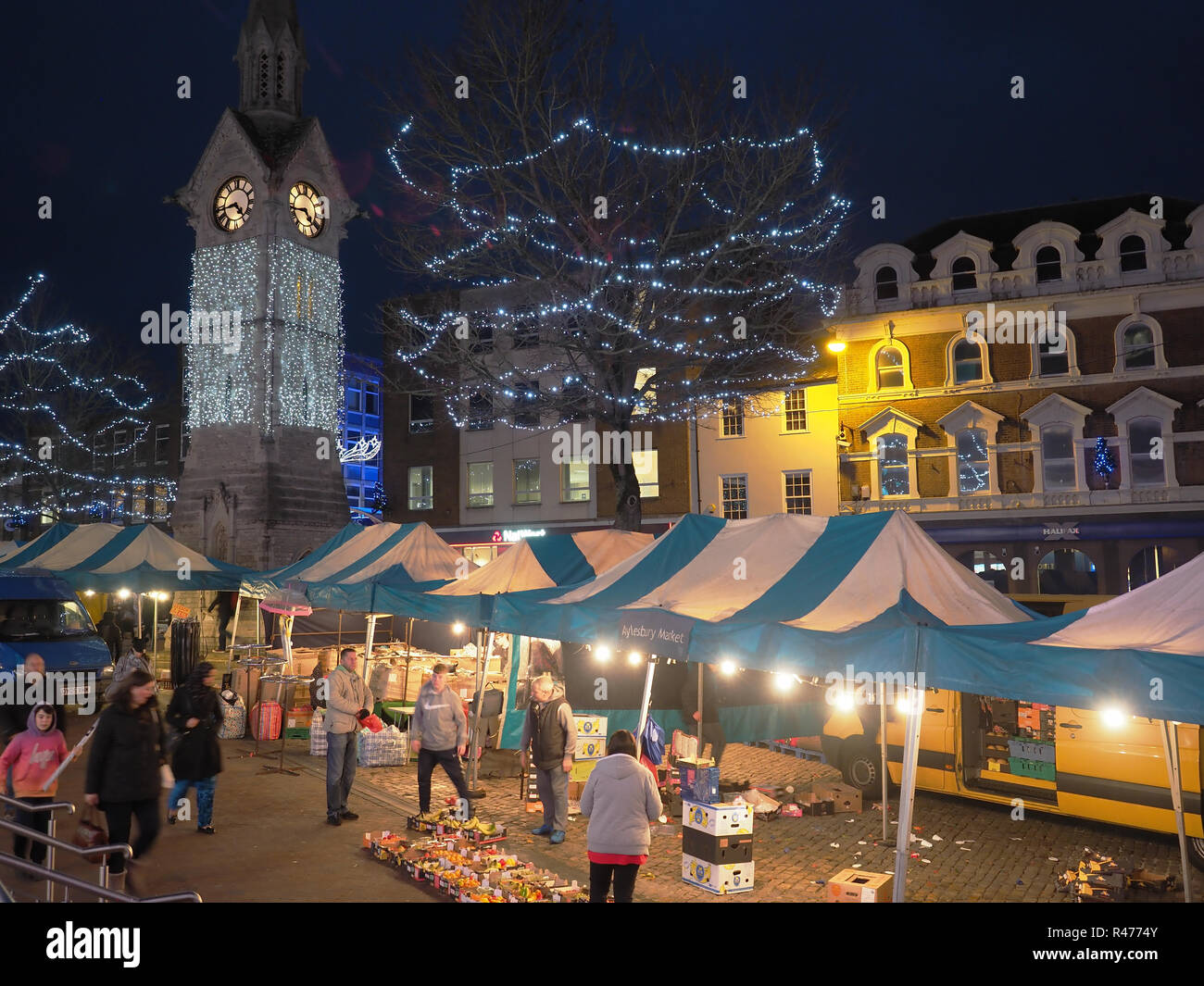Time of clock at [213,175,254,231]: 4:43
